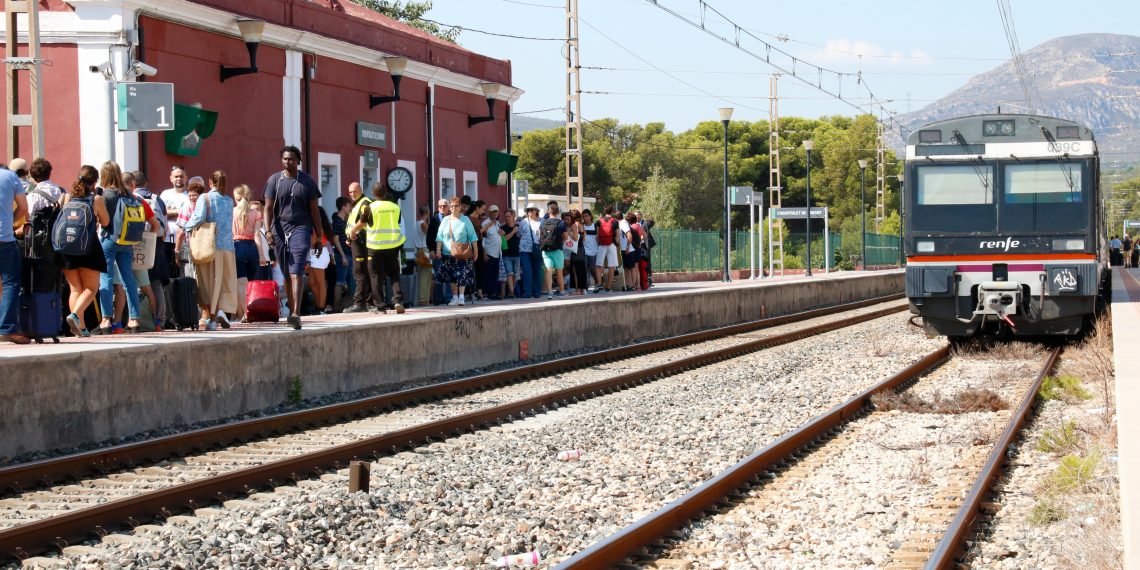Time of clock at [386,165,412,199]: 9:04
